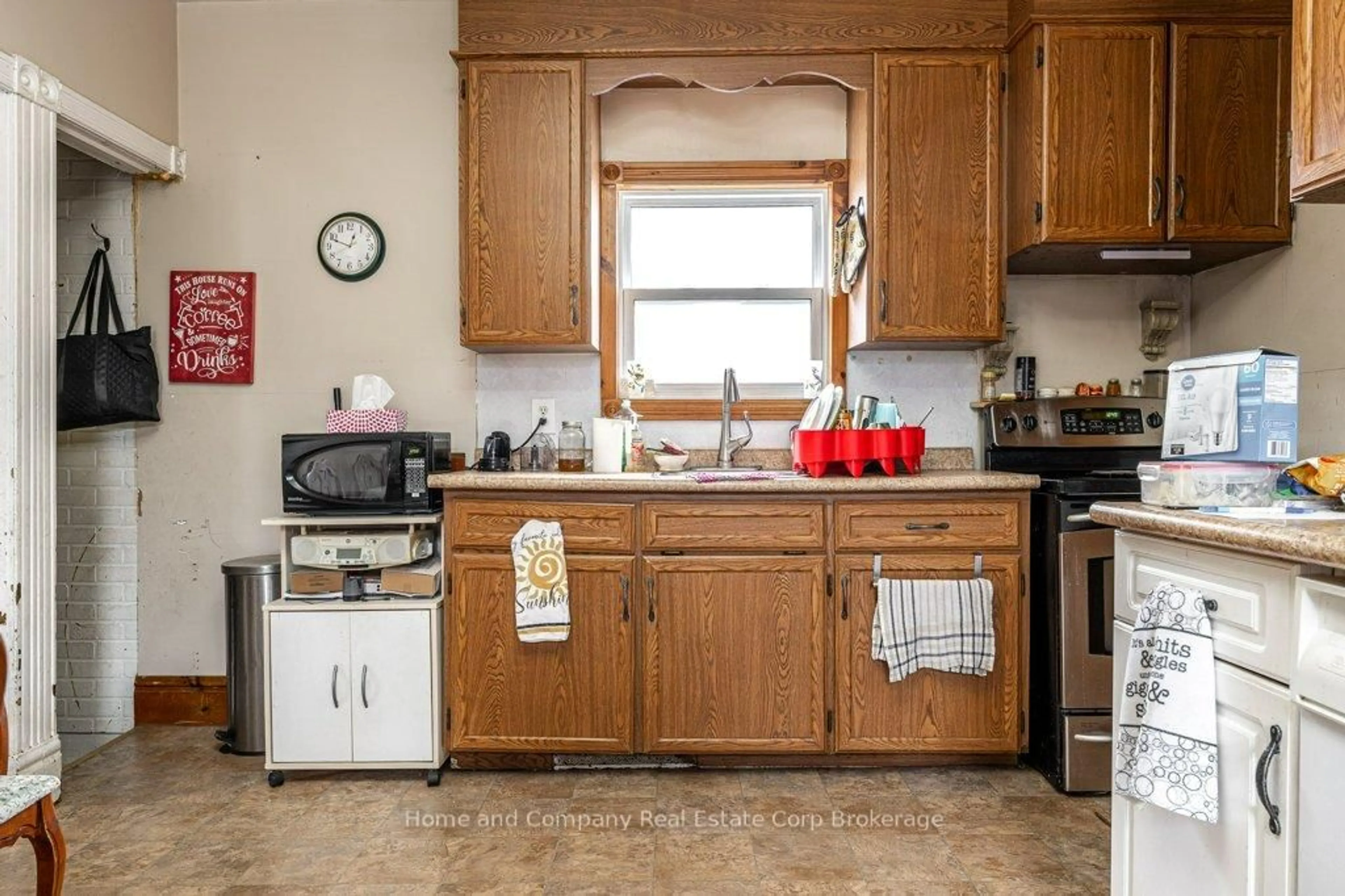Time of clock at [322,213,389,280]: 12:48
